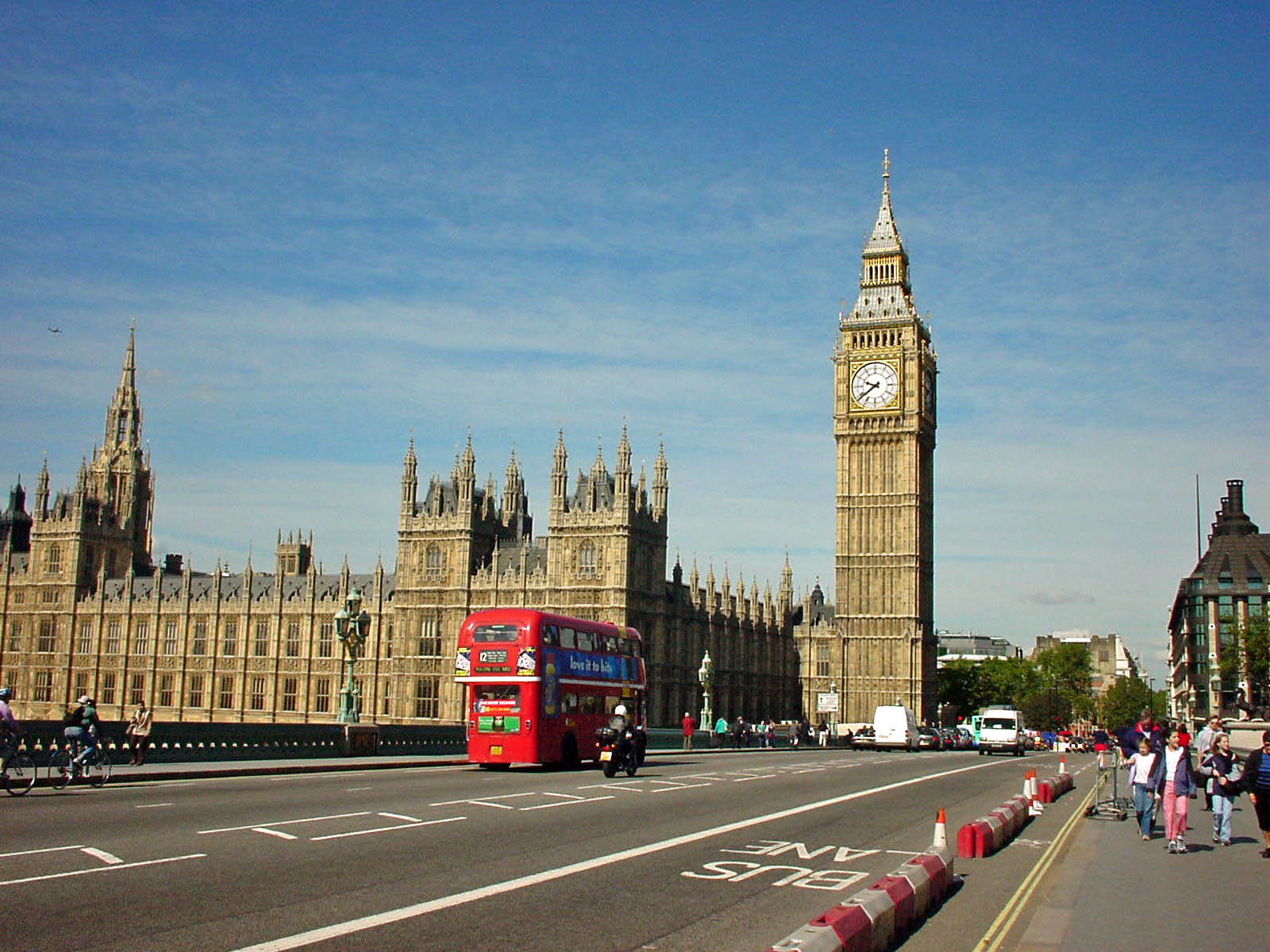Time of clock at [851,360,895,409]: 9:38
